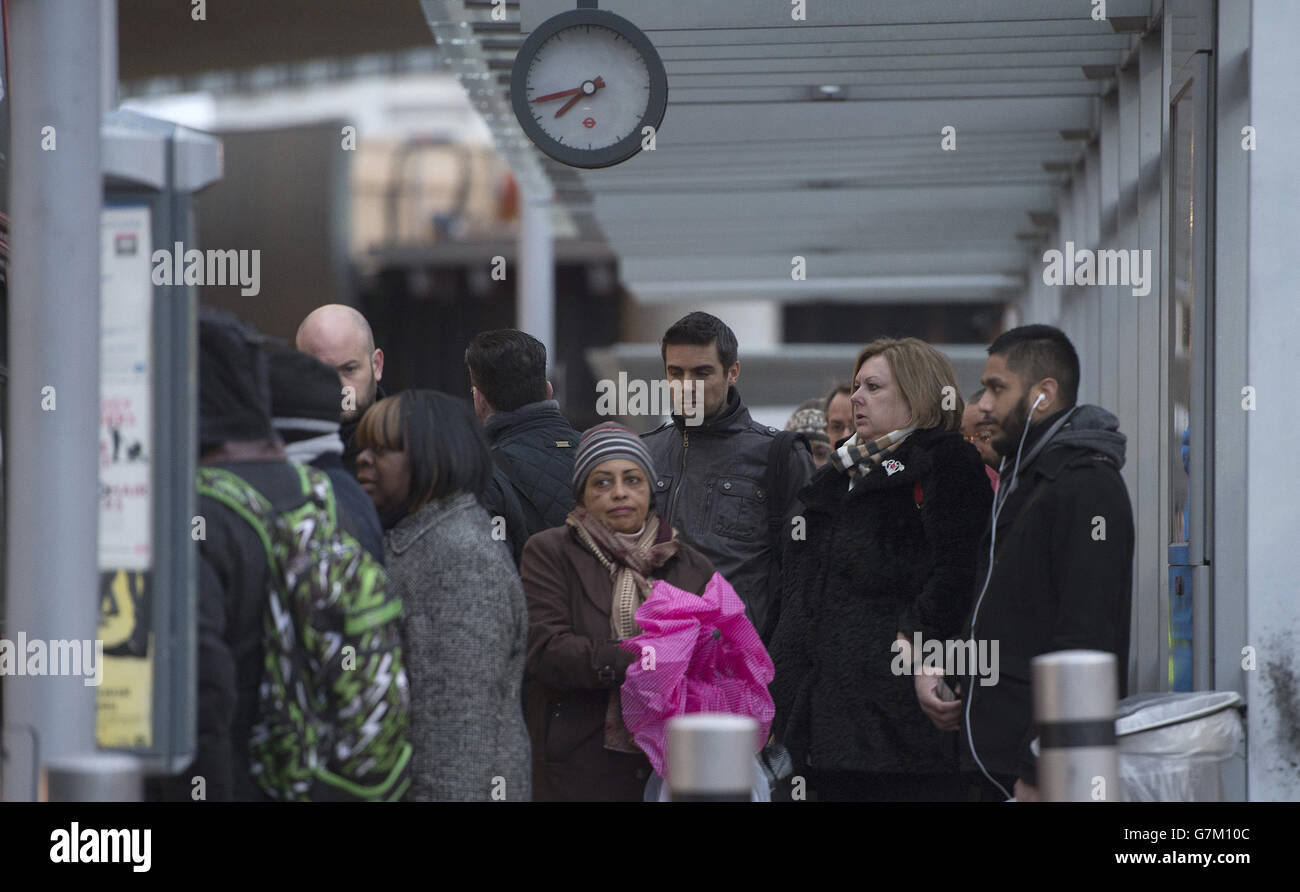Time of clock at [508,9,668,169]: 7:42
